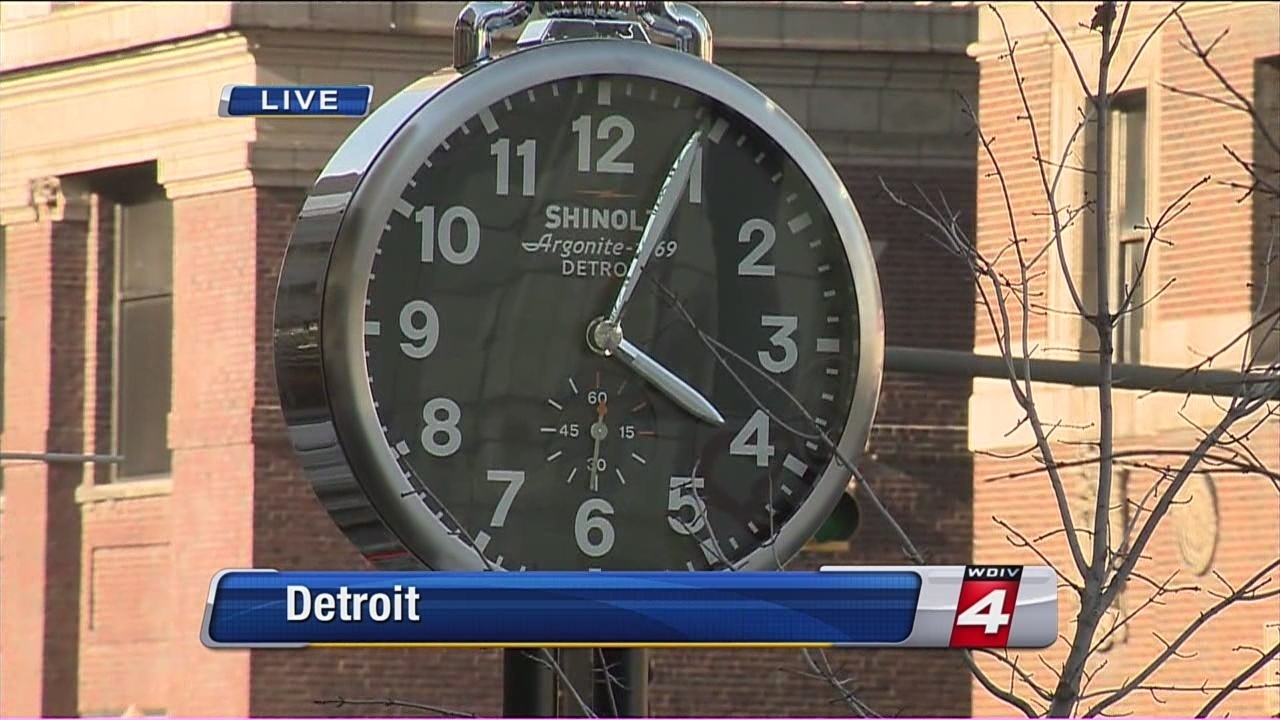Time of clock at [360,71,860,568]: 4:04
